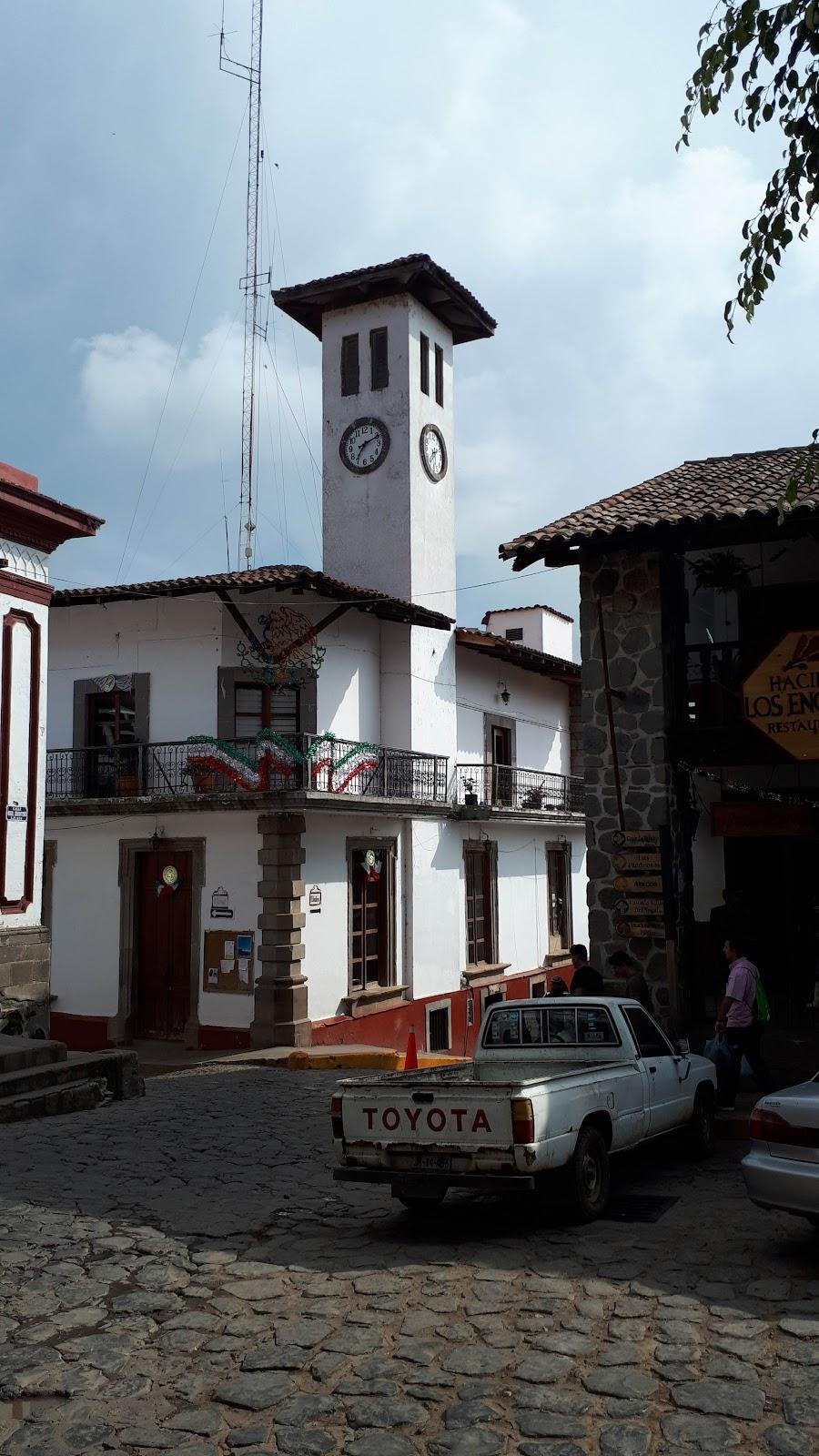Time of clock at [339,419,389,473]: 7:11
